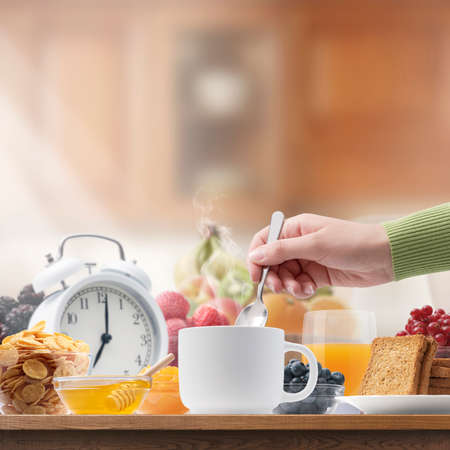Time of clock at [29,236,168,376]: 7:01
